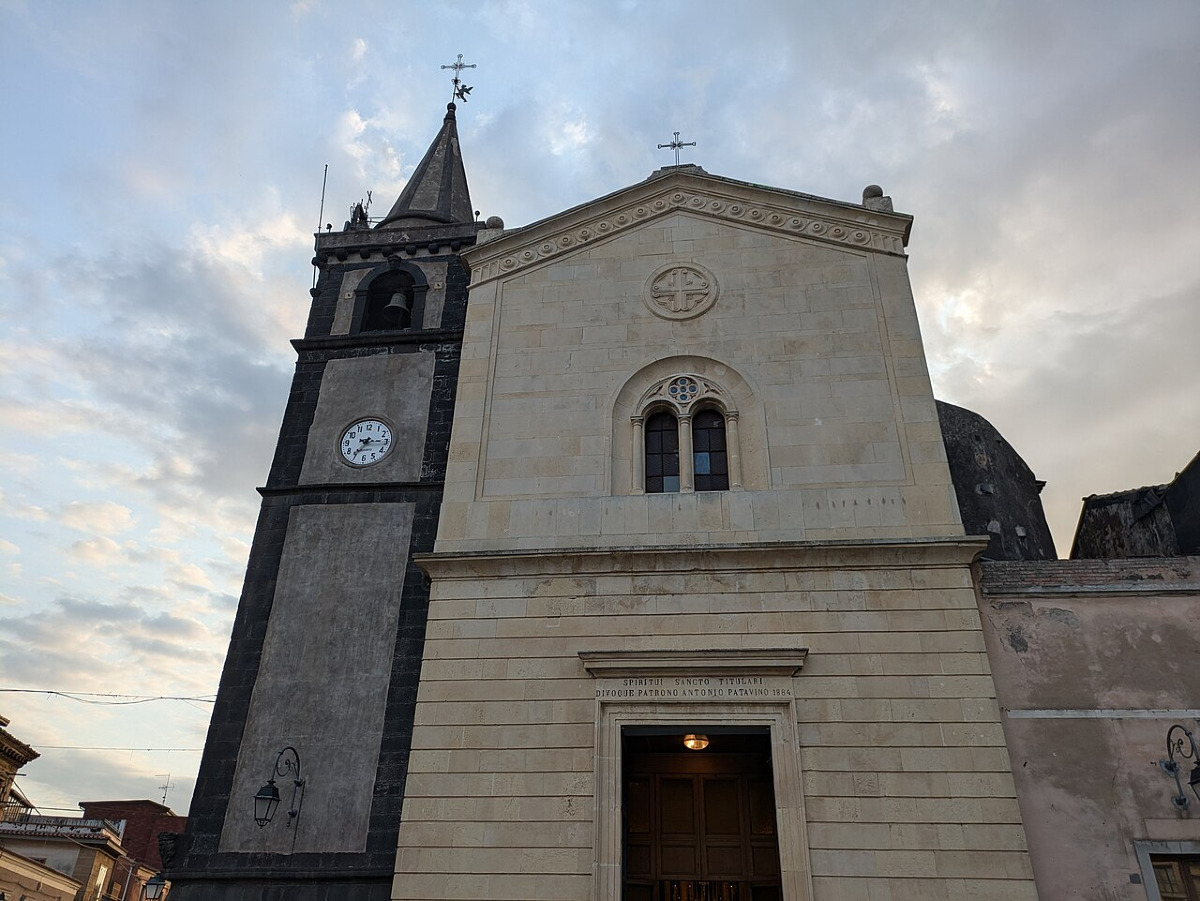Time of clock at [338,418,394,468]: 7:15
